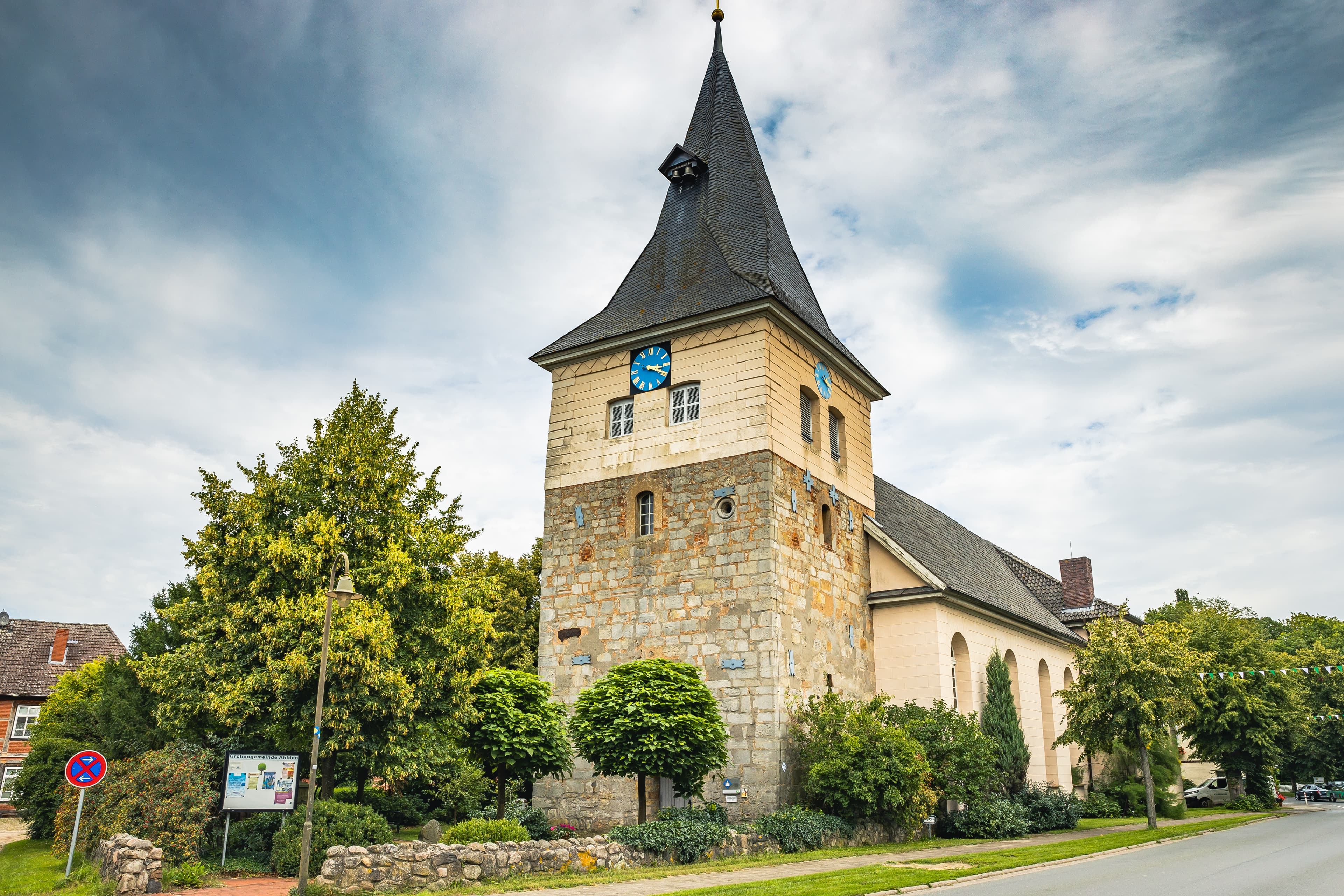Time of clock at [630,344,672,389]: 3:19
